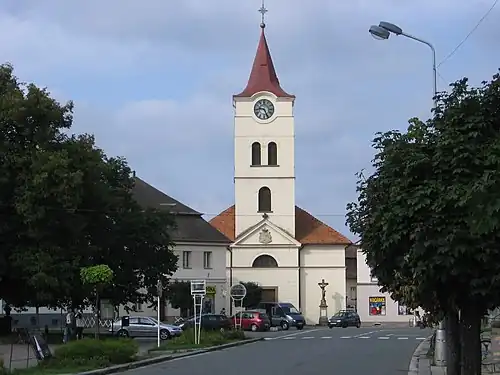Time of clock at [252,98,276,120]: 9:26
